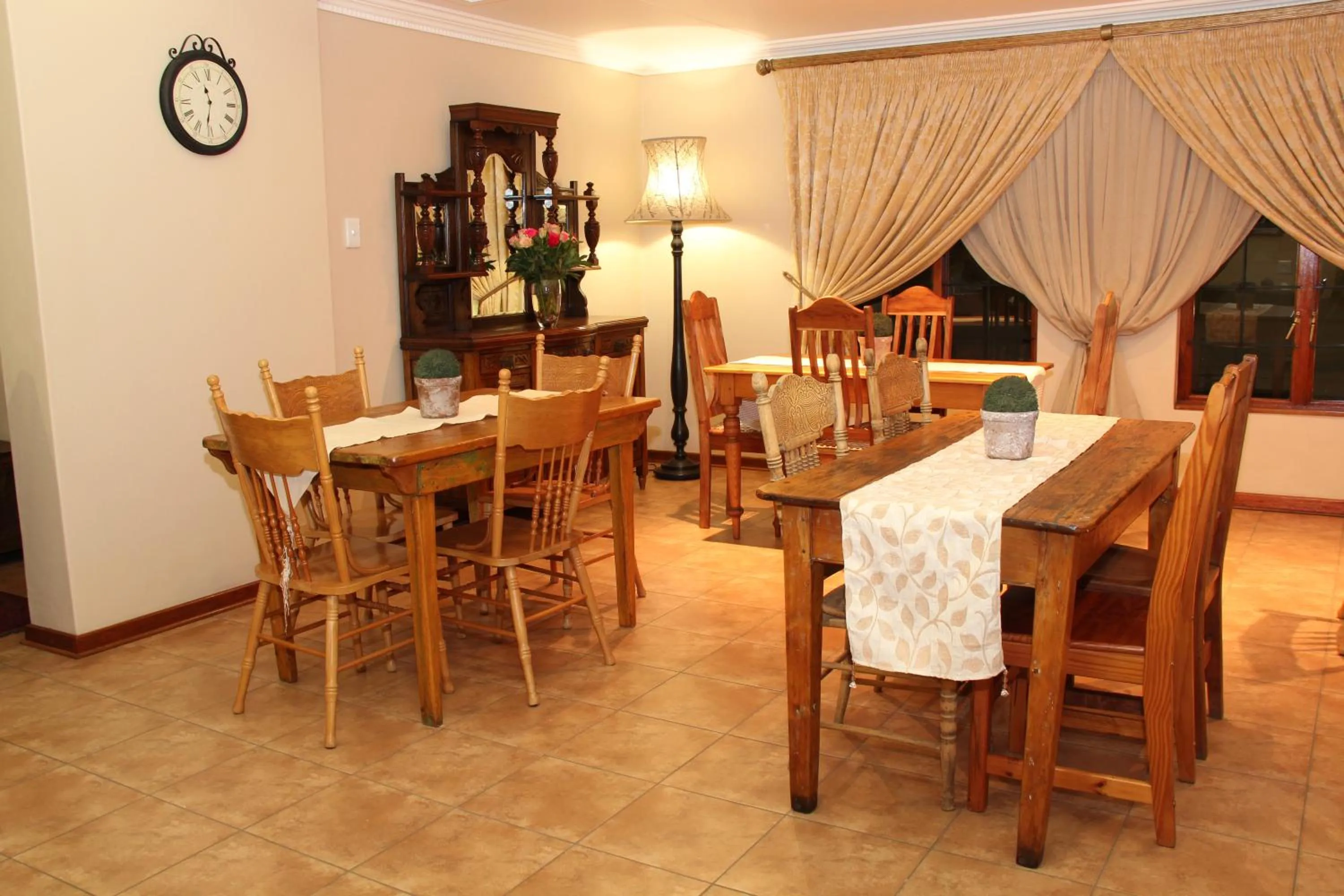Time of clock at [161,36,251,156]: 11:31
